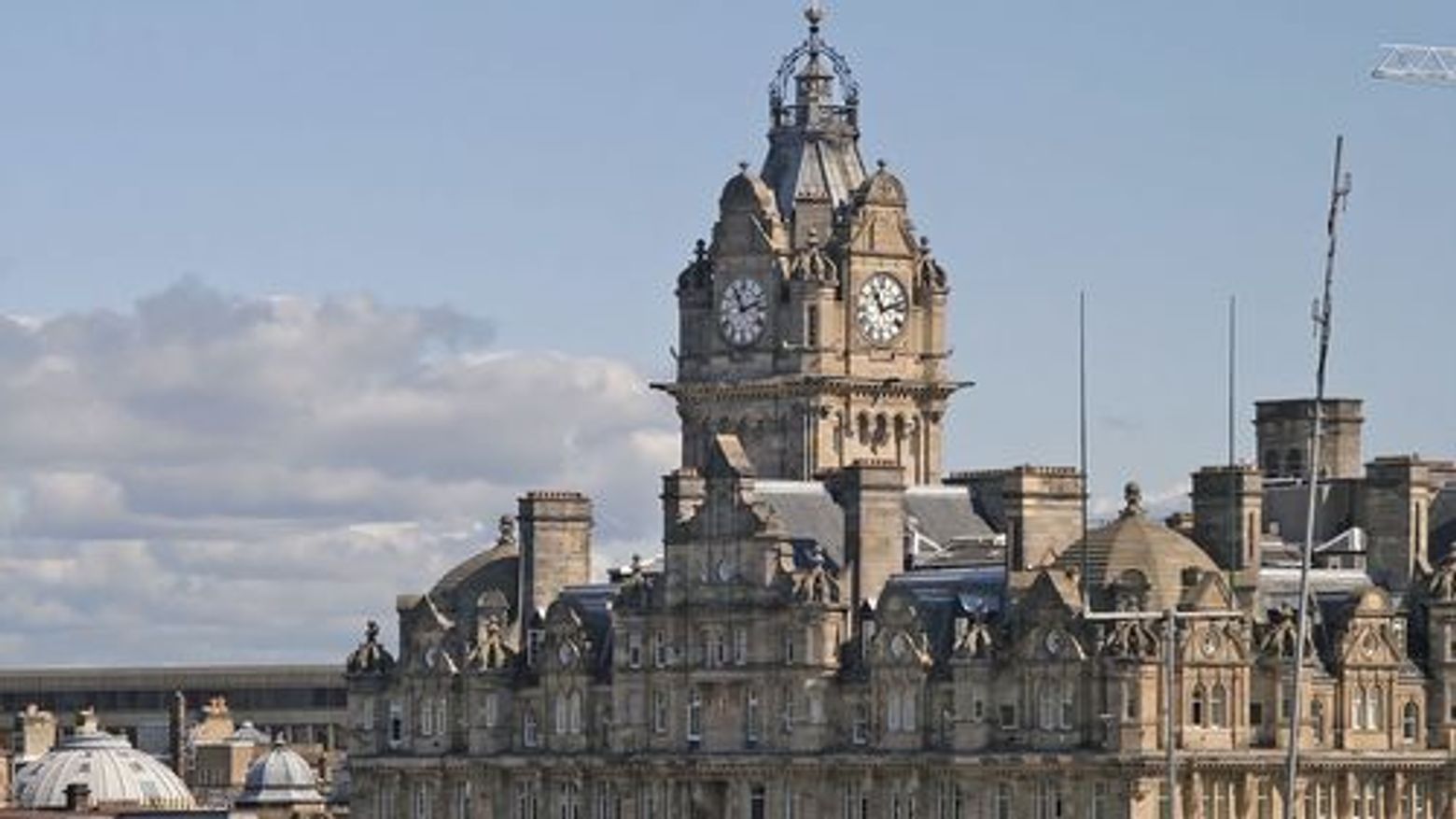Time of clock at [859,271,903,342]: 11:12
